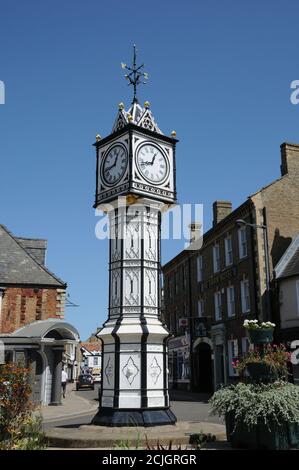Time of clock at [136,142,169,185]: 12:42
